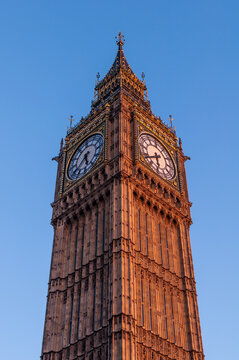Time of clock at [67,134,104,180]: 5:38
